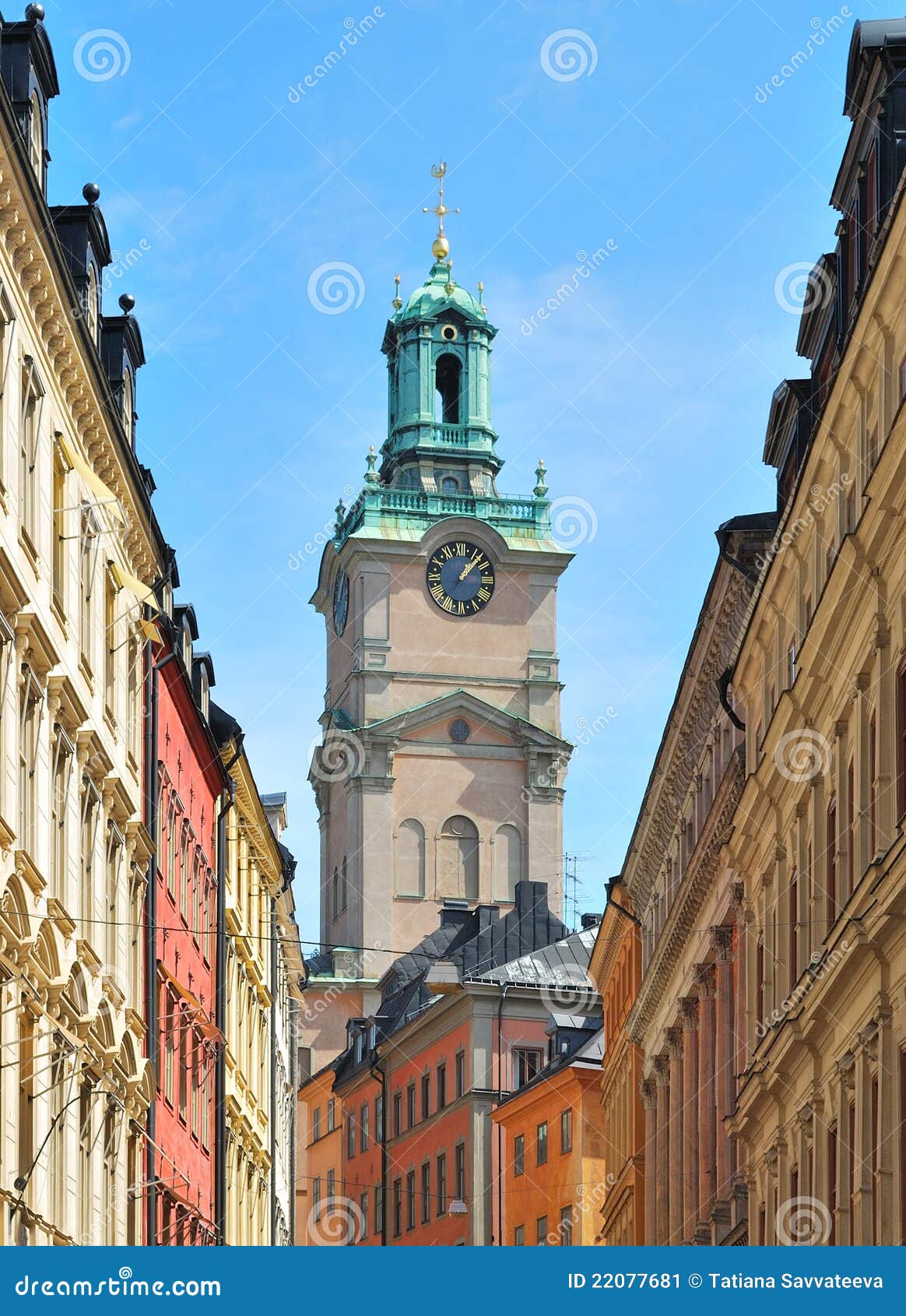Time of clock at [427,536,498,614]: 1:07
